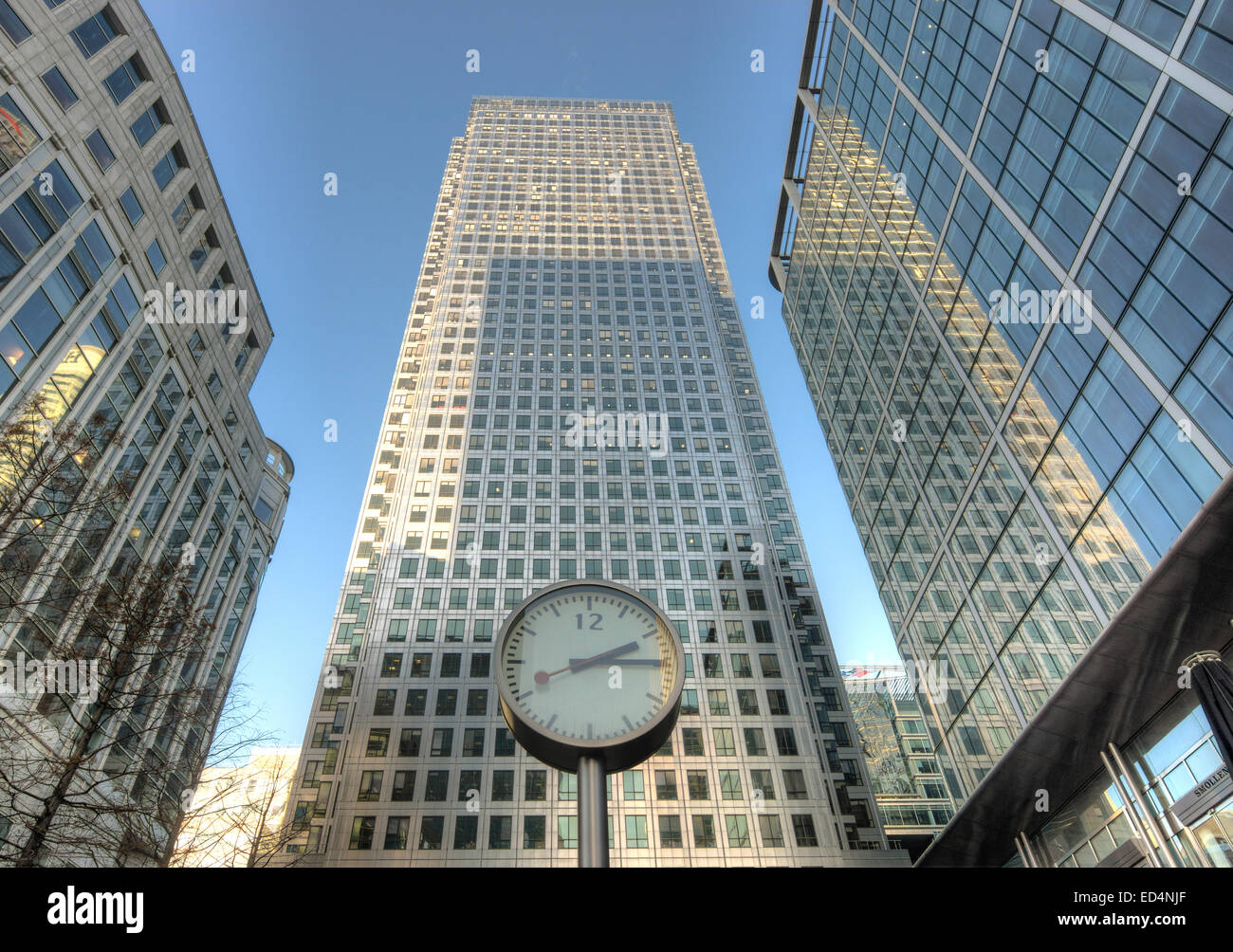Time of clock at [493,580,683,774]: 2:14
